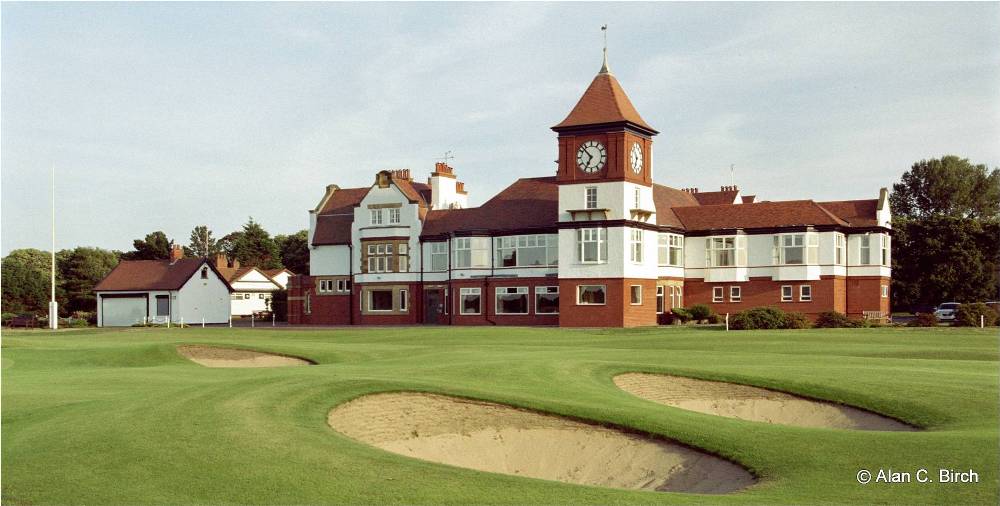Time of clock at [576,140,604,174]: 6:52
